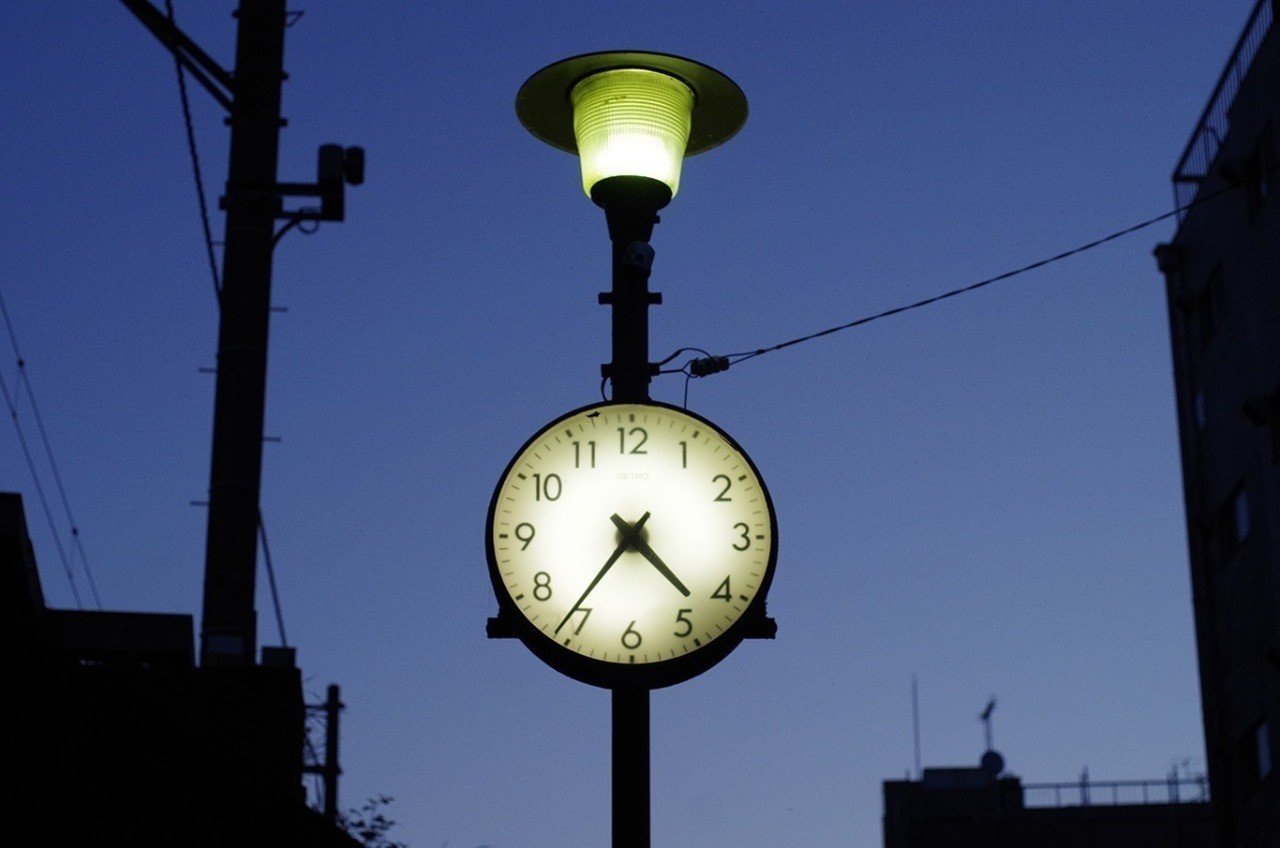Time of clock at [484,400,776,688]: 4:36
